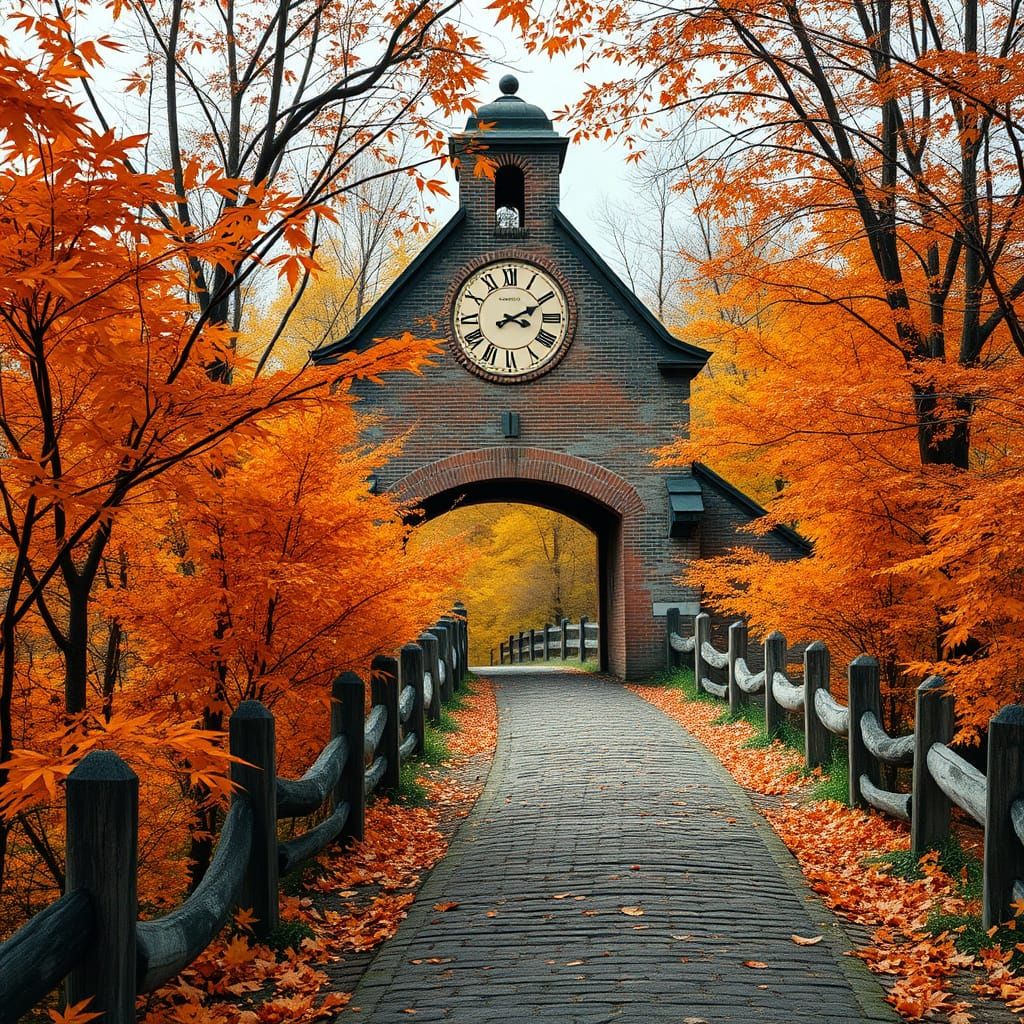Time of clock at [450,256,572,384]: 3:10
